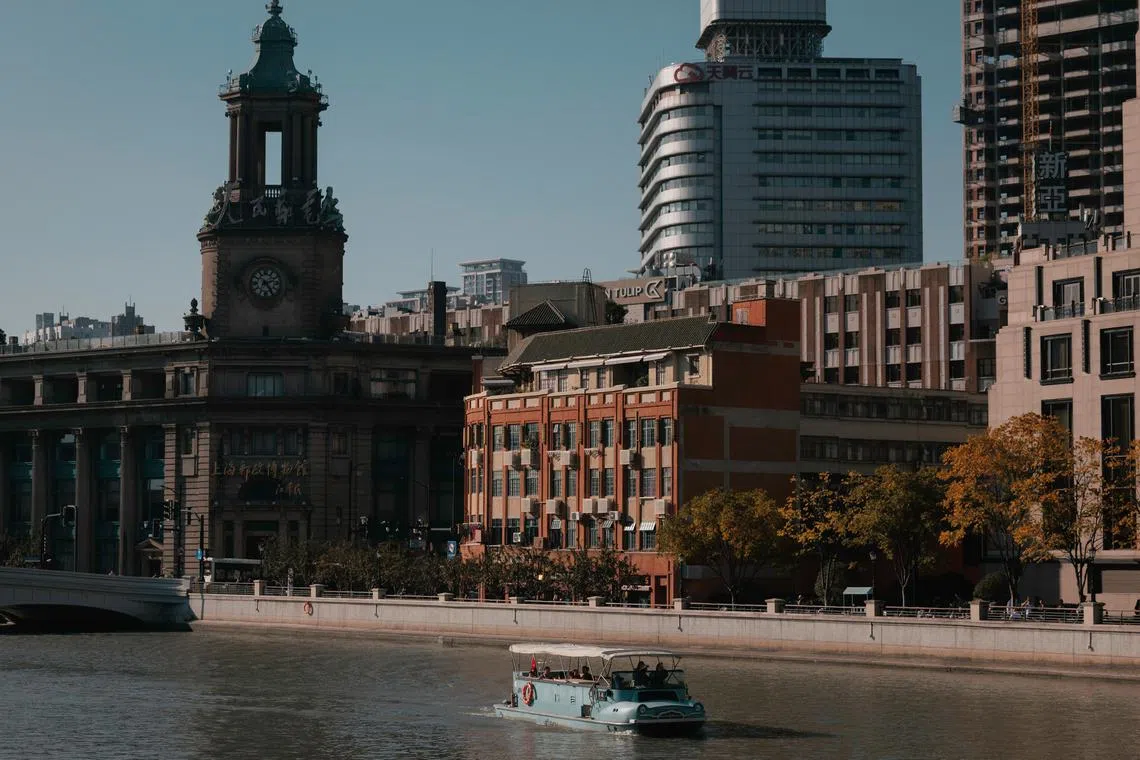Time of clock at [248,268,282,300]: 2:24
